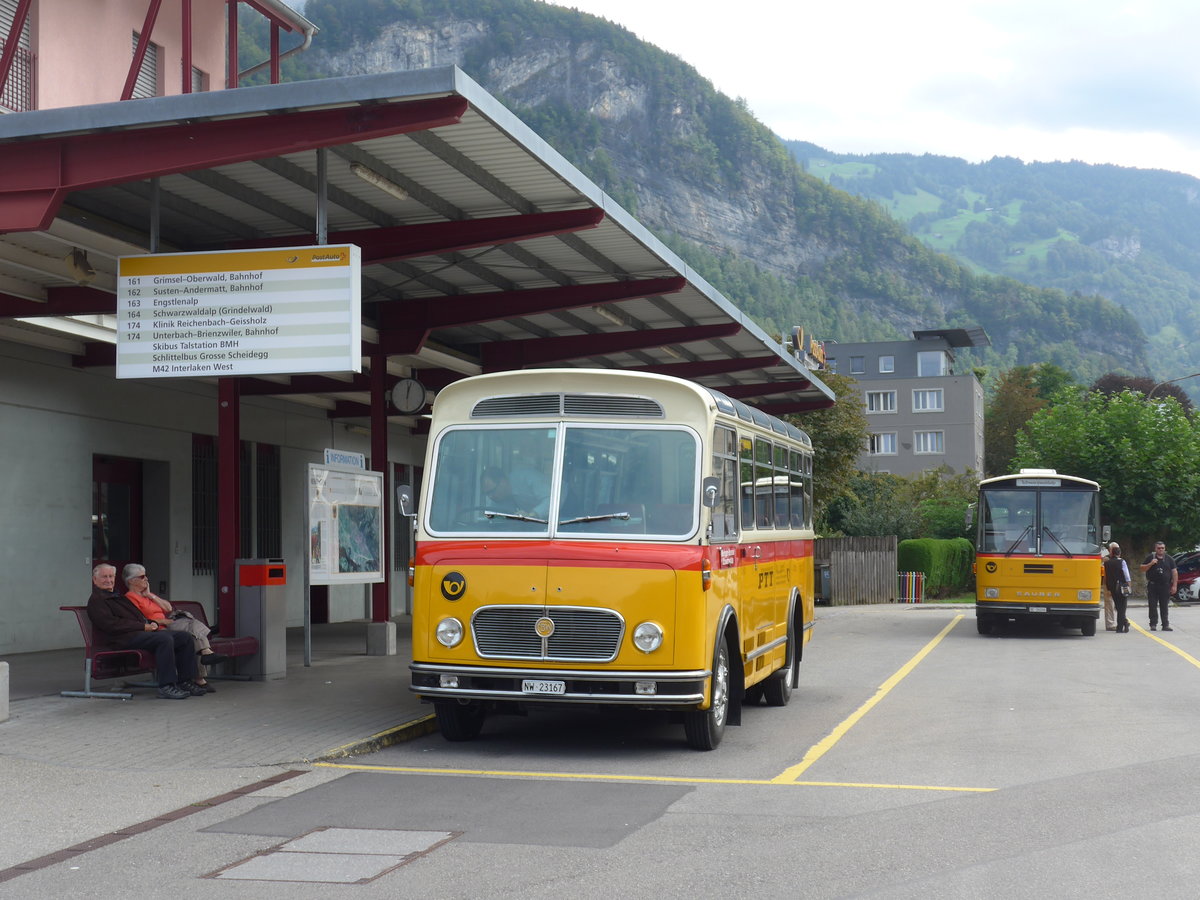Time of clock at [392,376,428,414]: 12:02
